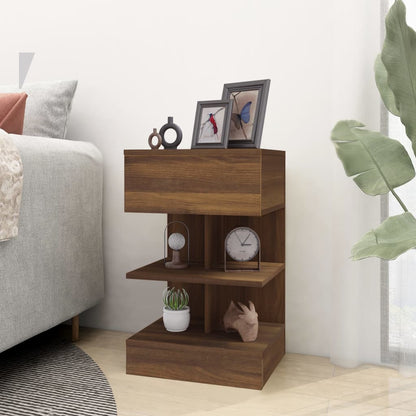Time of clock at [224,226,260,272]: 3:06
